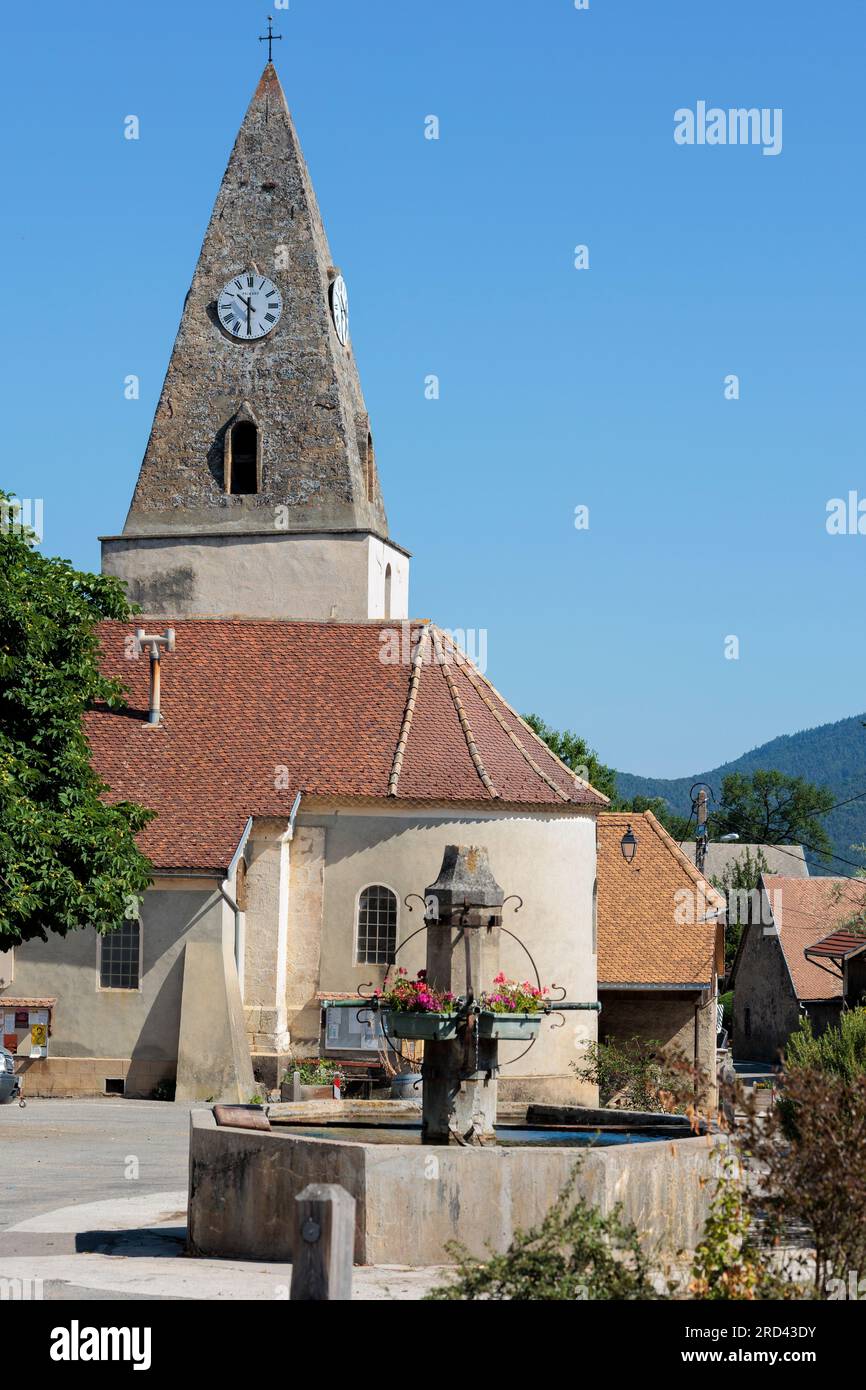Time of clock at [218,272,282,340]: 10:30
